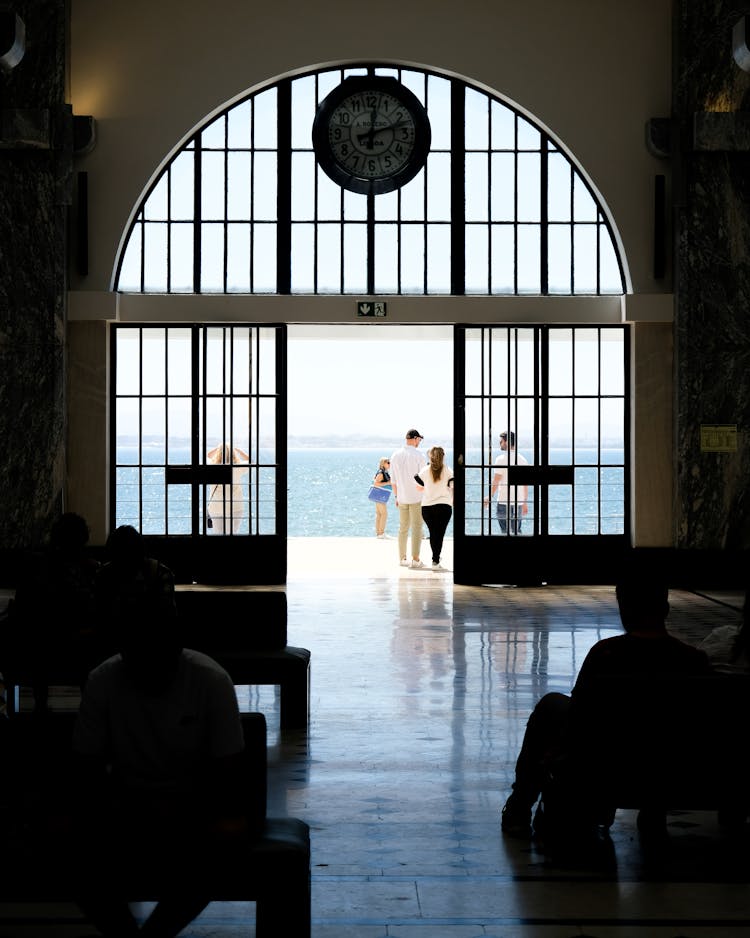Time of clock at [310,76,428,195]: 12:12
